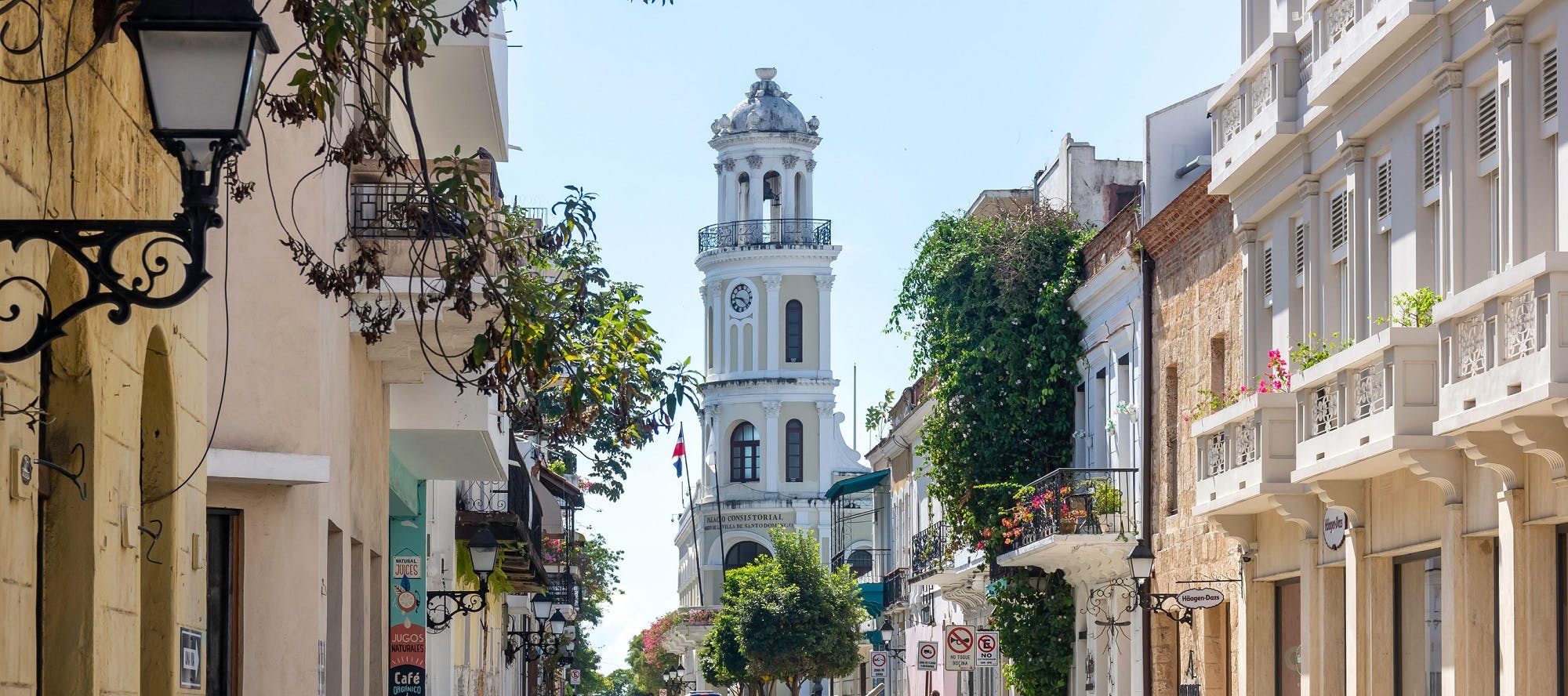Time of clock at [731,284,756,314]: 9:22
